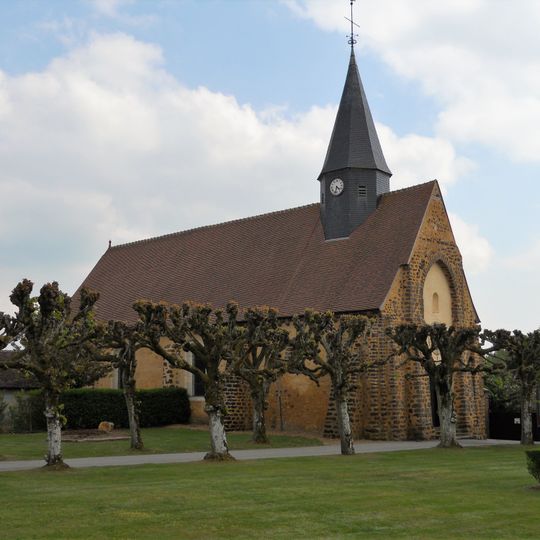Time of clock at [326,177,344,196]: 4:32
